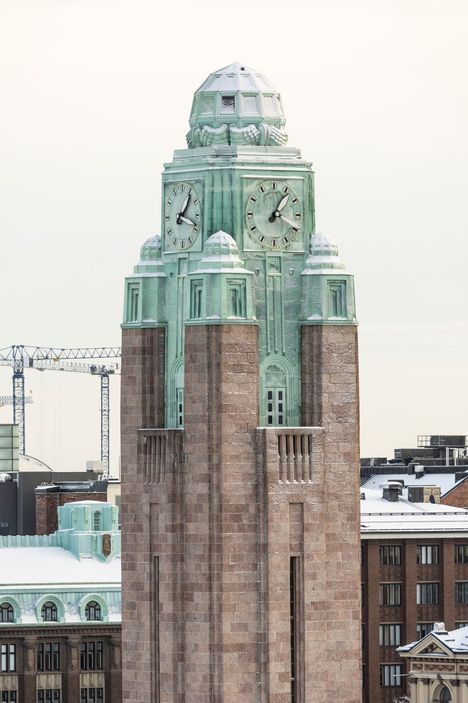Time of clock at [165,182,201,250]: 1:18
